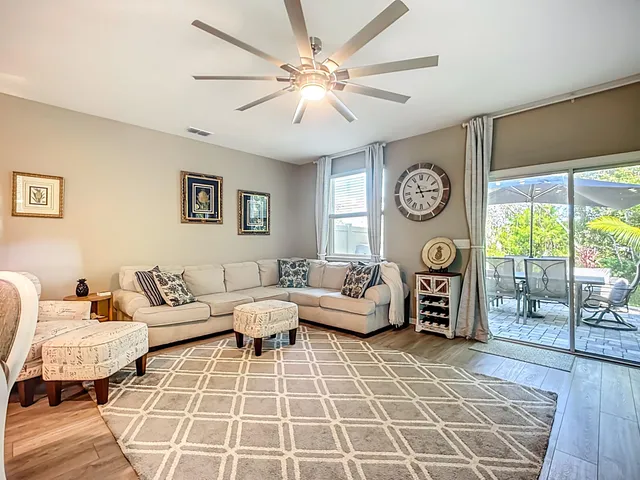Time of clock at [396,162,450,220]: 11:14
